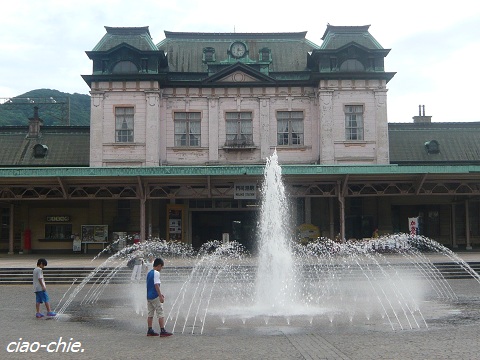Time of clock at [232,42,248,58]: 3:32
